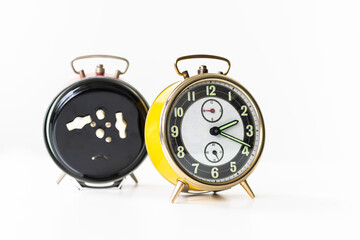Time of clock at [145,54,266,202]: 2:18
